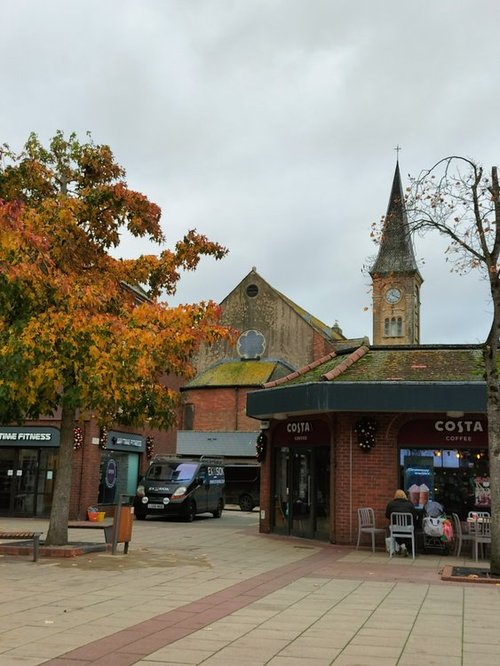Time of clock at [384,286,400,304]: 11:19
